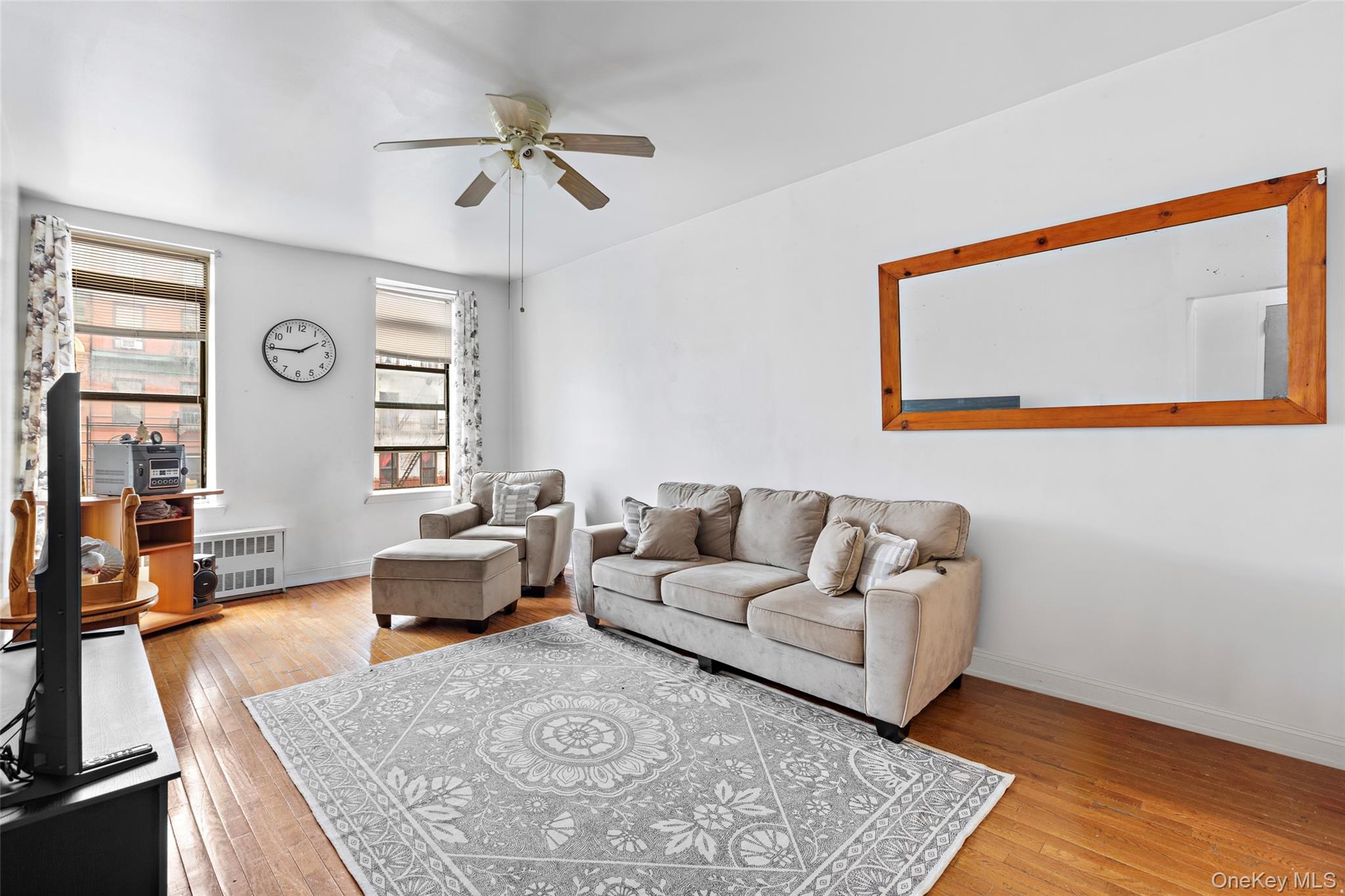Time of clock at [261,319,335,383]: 1:44
